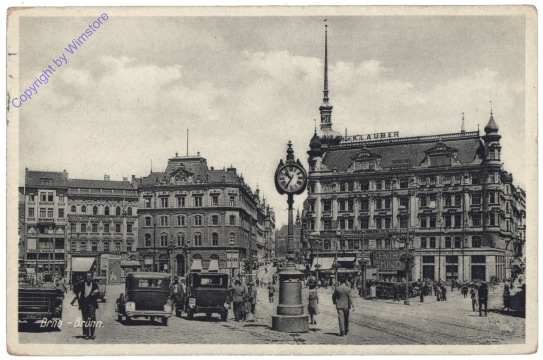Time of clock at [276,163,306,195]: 10:35
